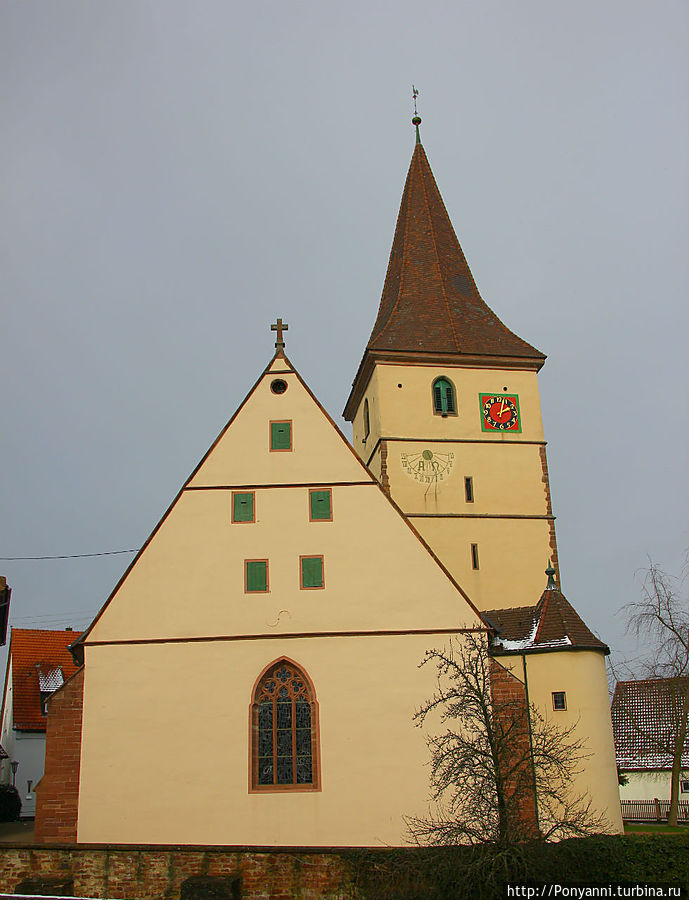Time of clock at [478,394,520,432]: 2:02
